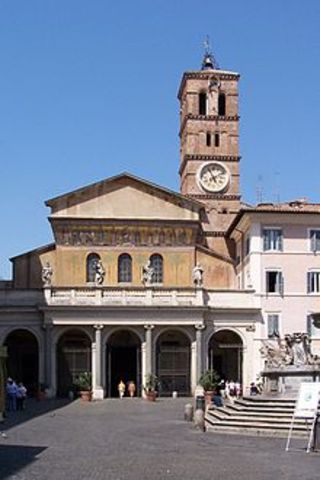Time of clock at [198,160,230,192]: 5:09
